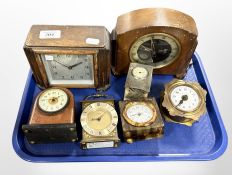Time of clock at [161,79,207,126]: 7:36
